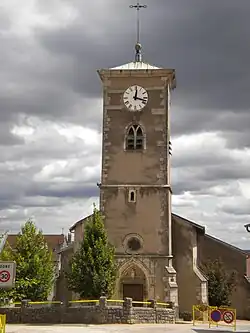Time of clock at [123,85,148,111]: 12:17
